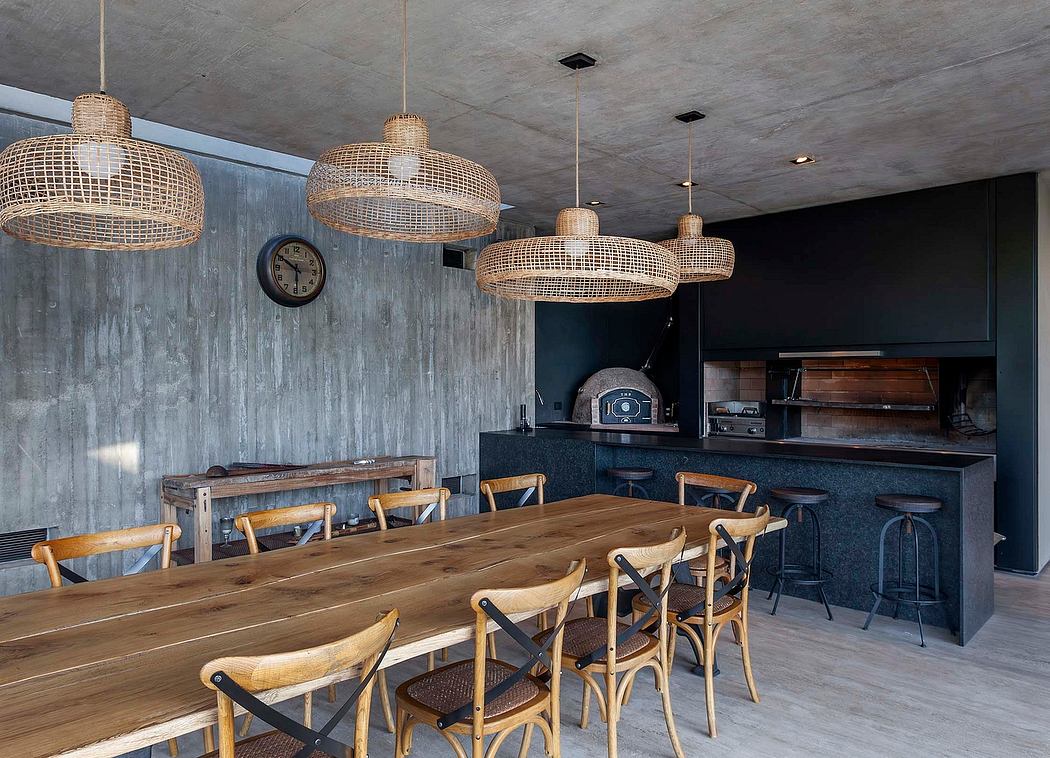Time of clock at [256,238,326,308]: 5:50
